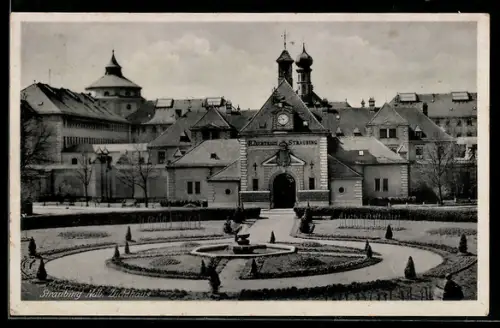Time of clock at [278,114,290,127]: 10:43
